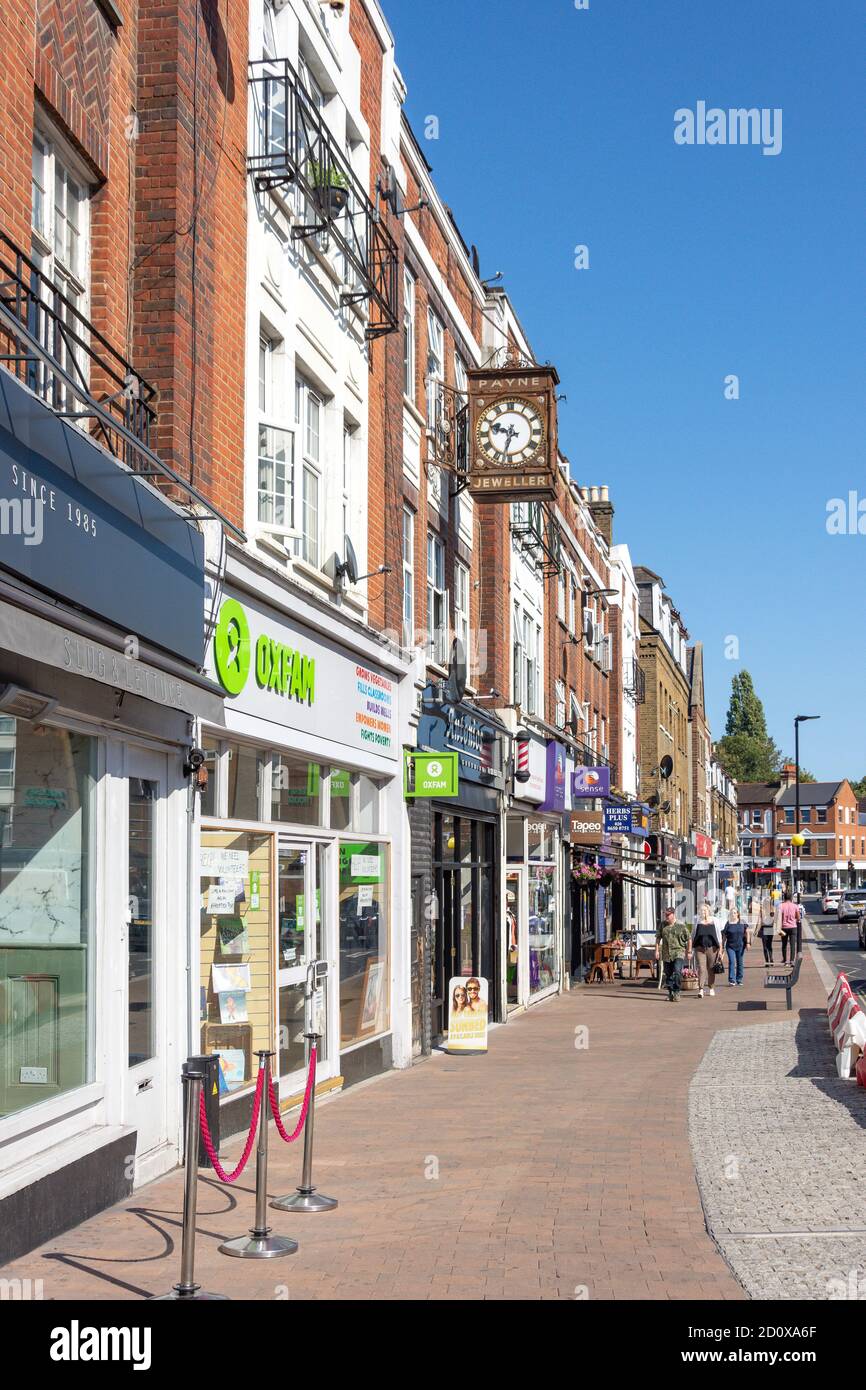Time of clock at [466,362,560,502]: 9:33
